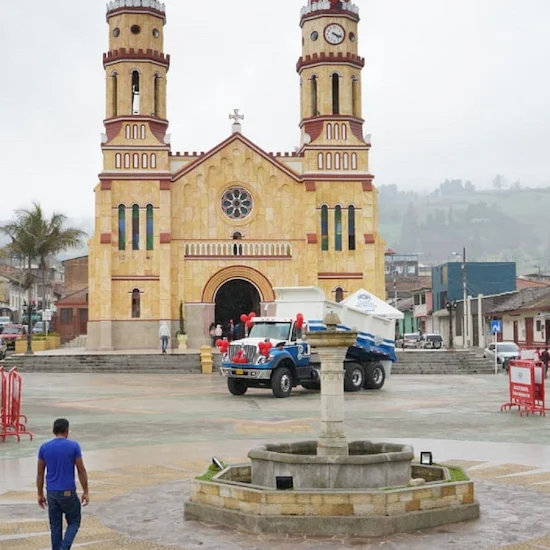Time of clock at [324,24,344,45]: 4:18
